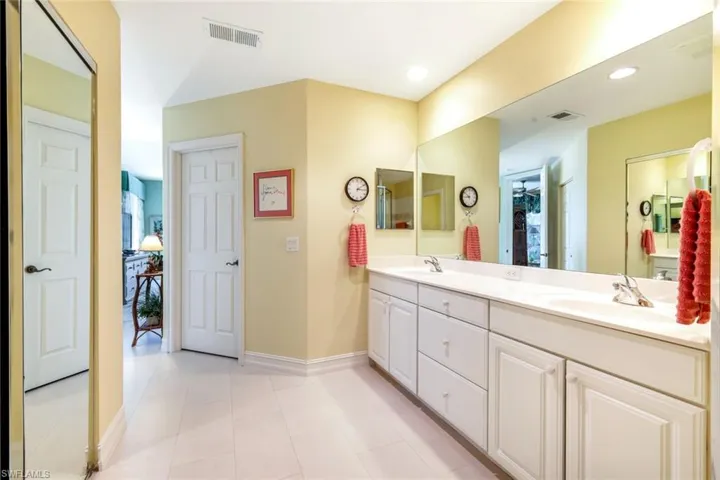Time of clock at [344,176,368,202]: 3:09
